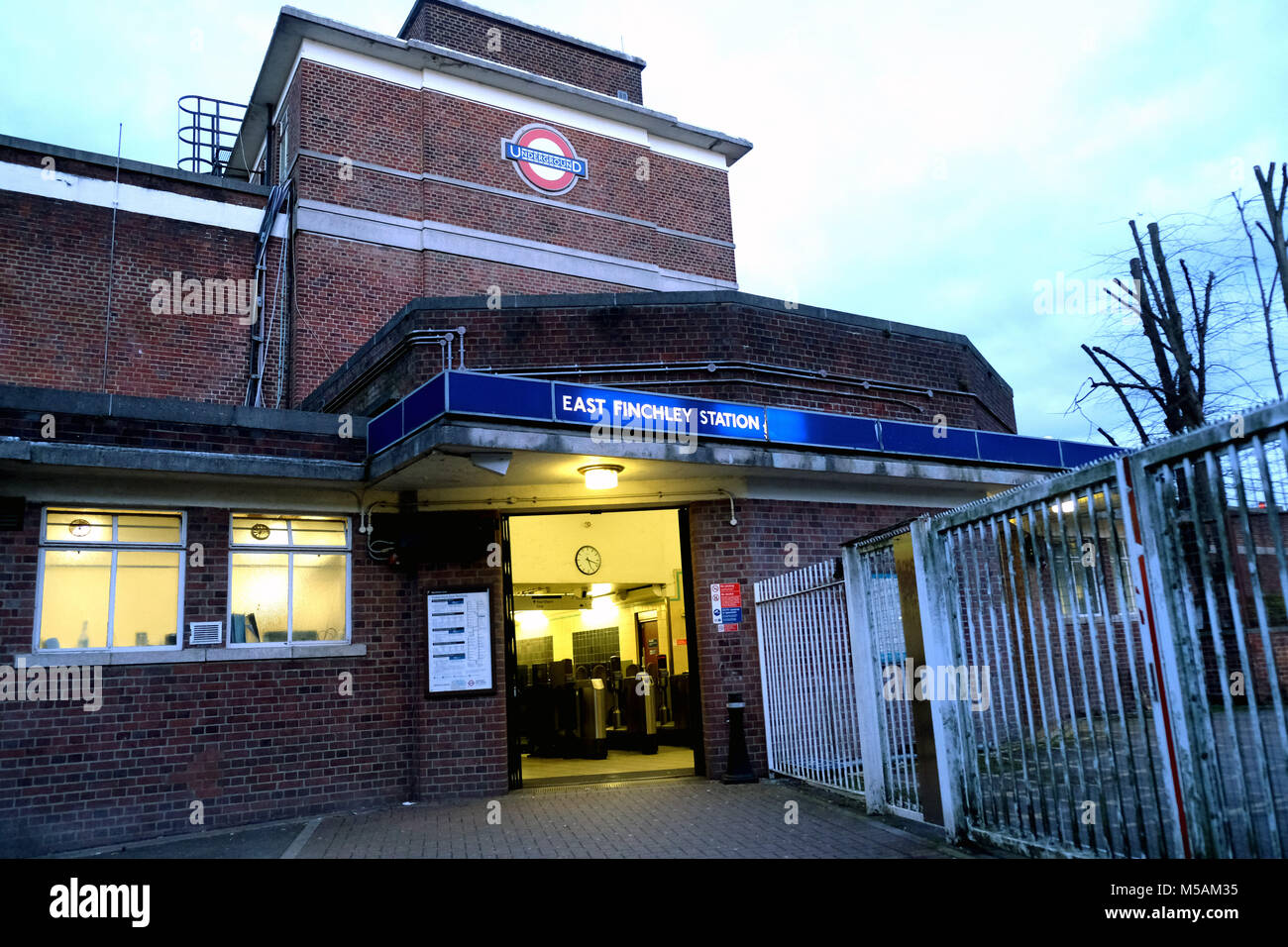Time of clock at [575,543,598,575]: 5:18
